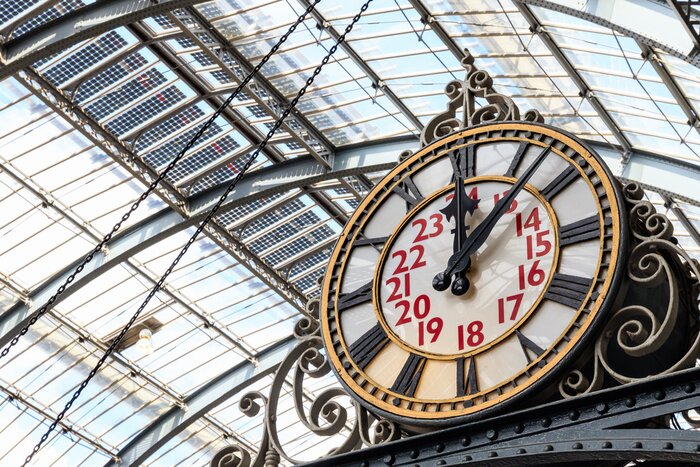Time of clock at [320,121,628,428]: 12:07
